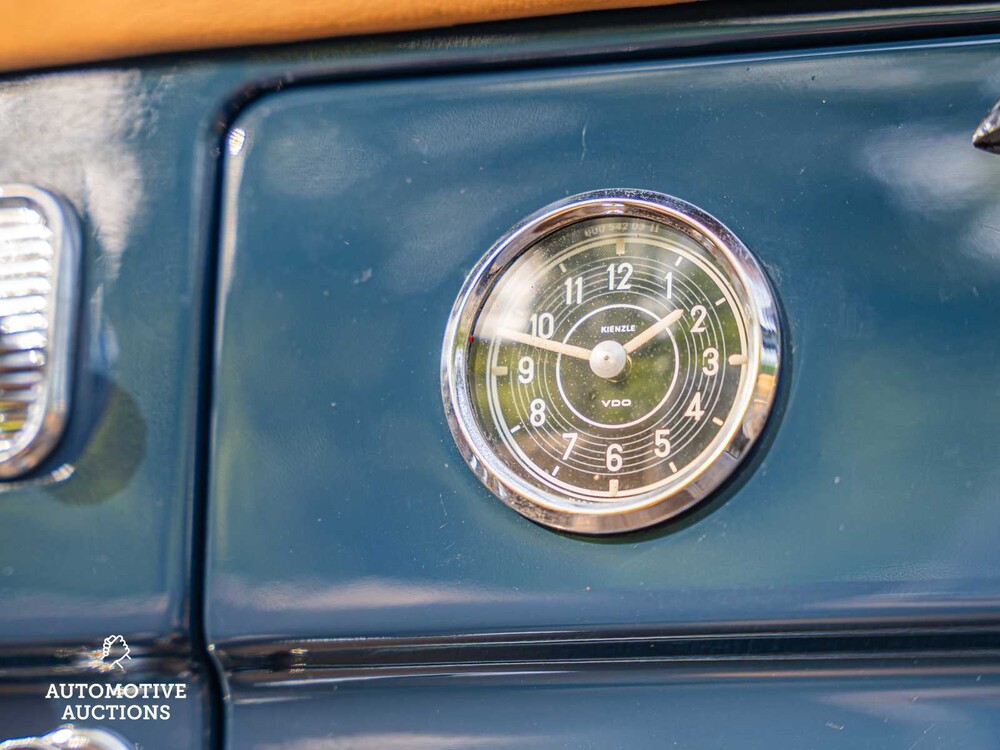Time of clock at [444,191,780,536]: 1:47
